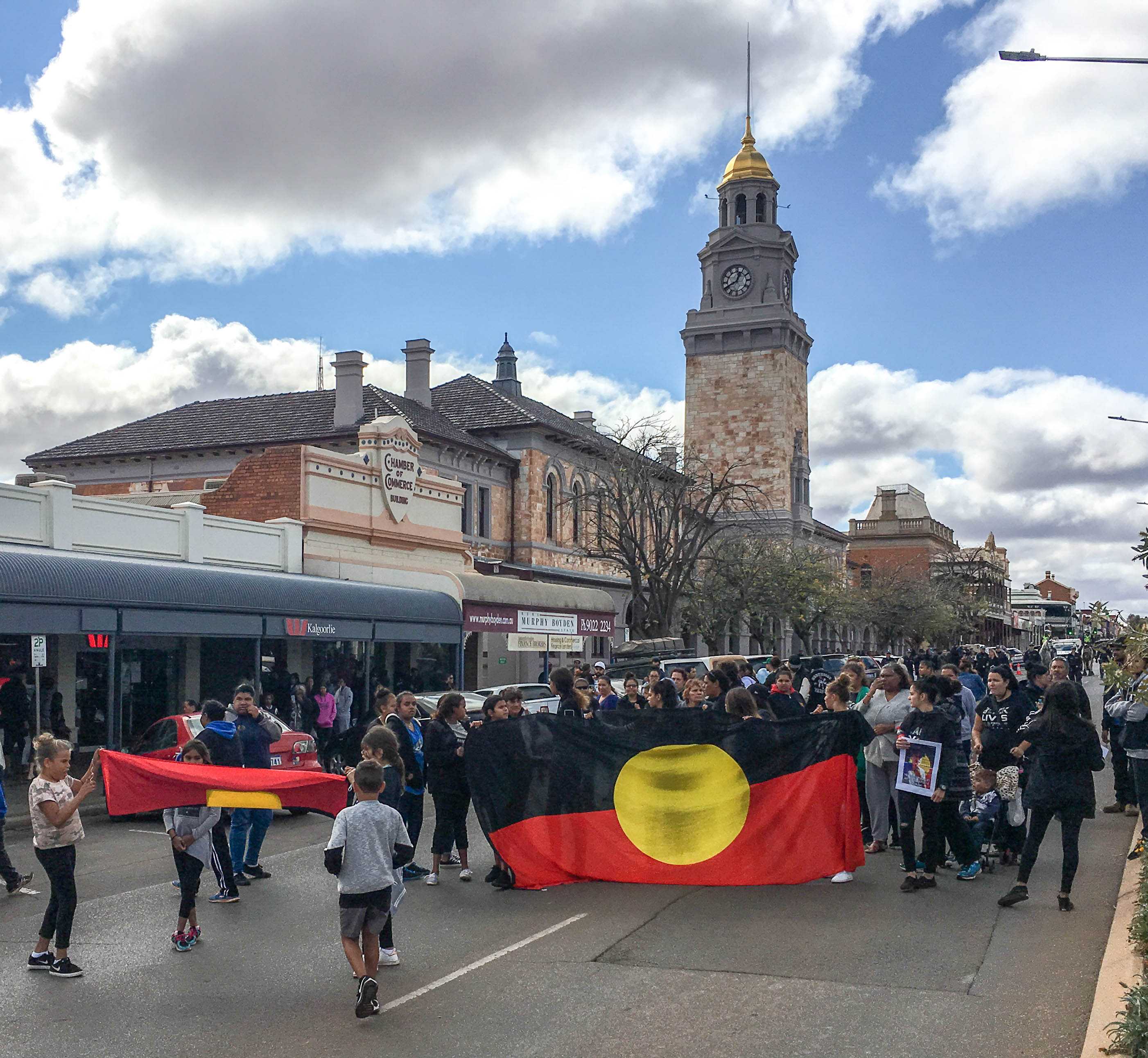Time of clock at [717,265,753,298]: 12:40
